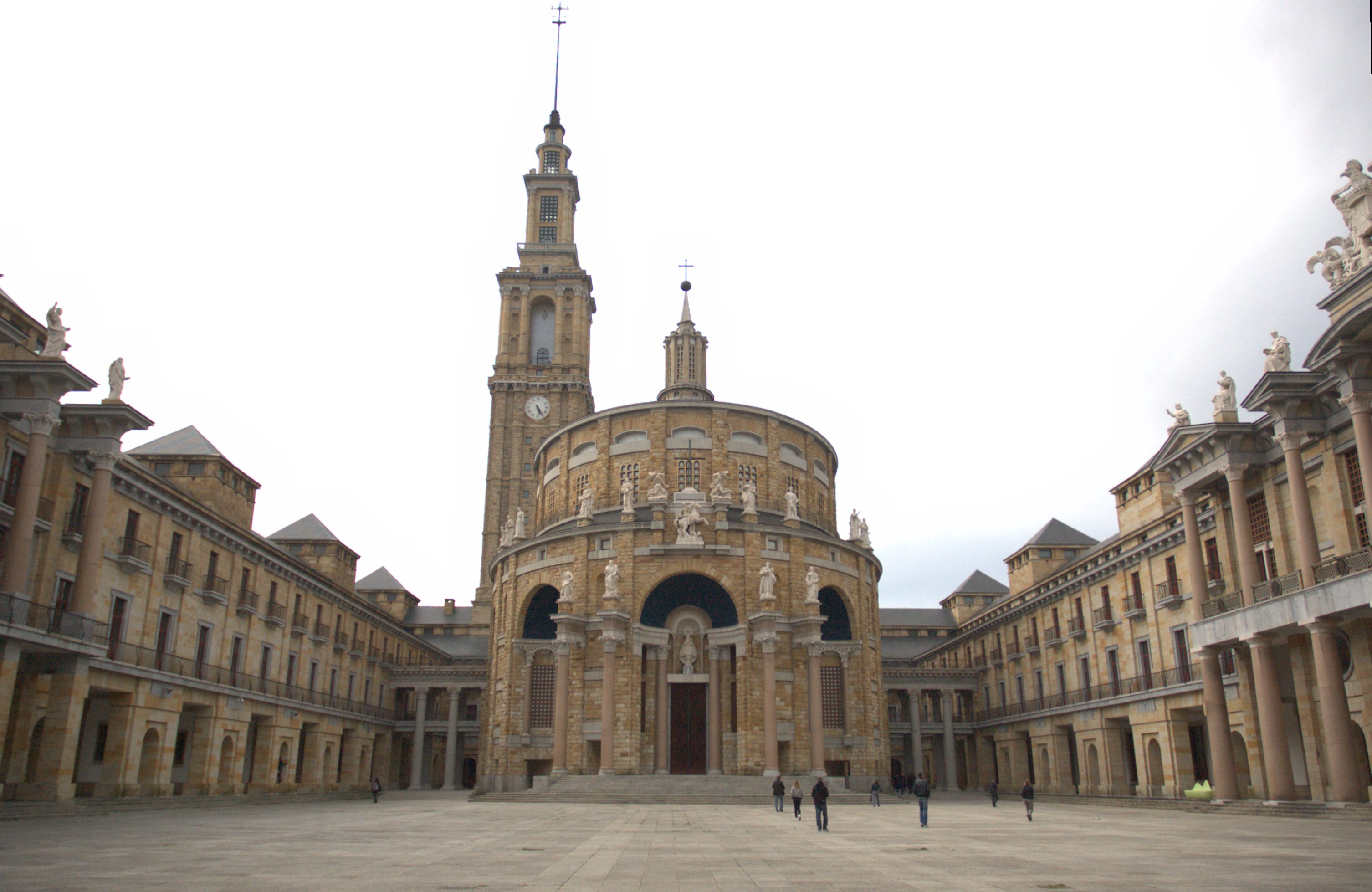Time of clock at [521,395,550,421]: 5:24
